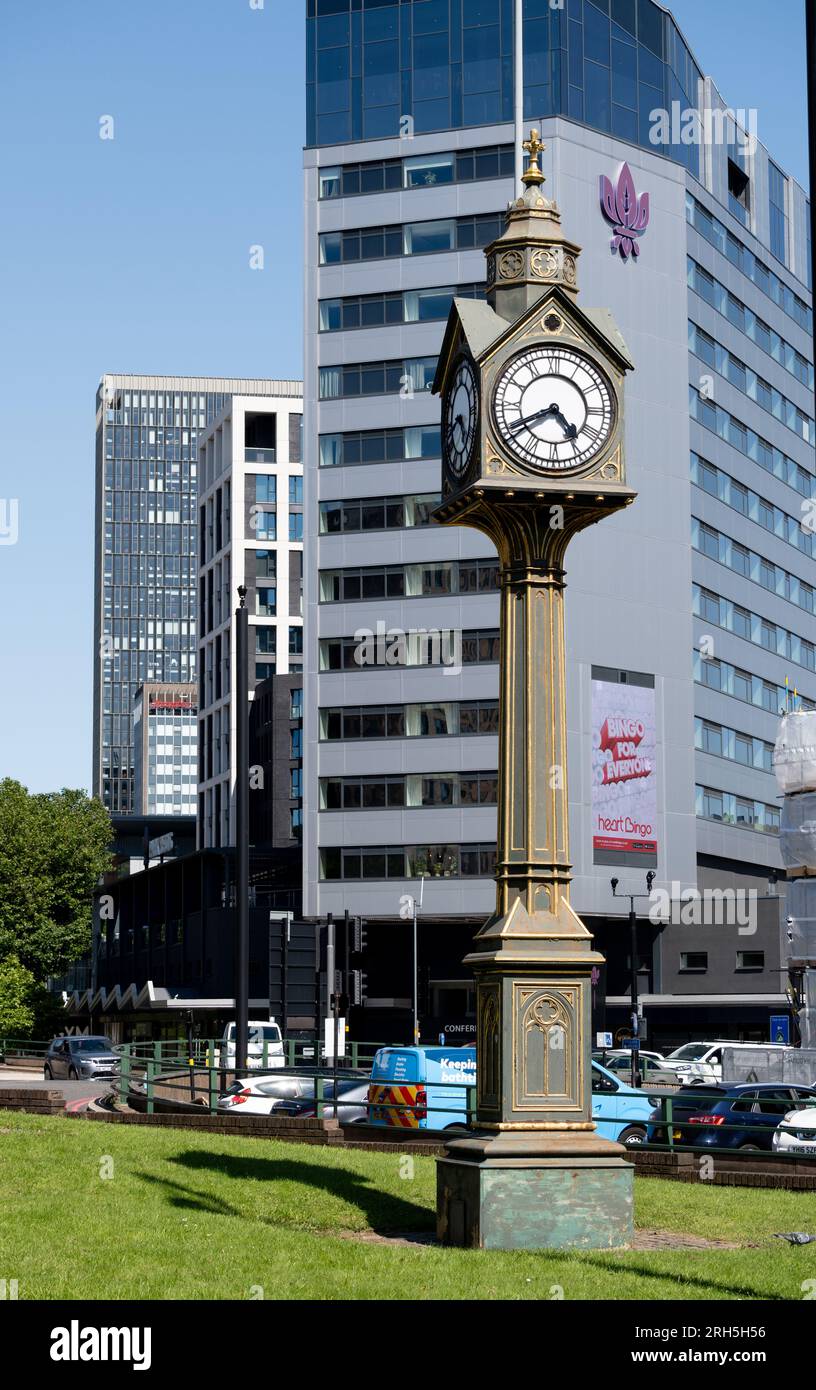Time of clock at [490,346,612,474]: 4:40
